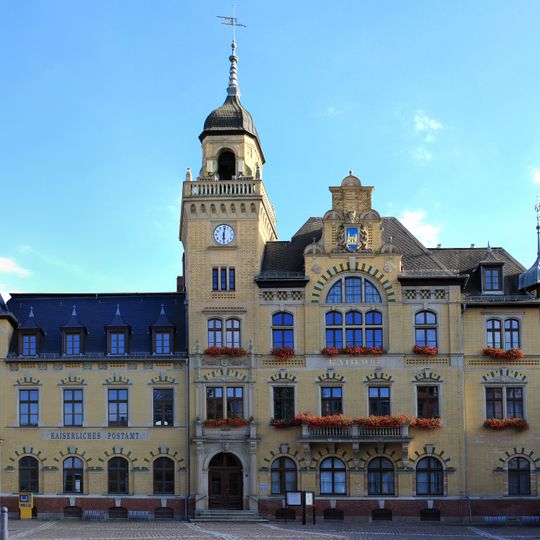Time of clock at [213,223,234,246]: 6:01
